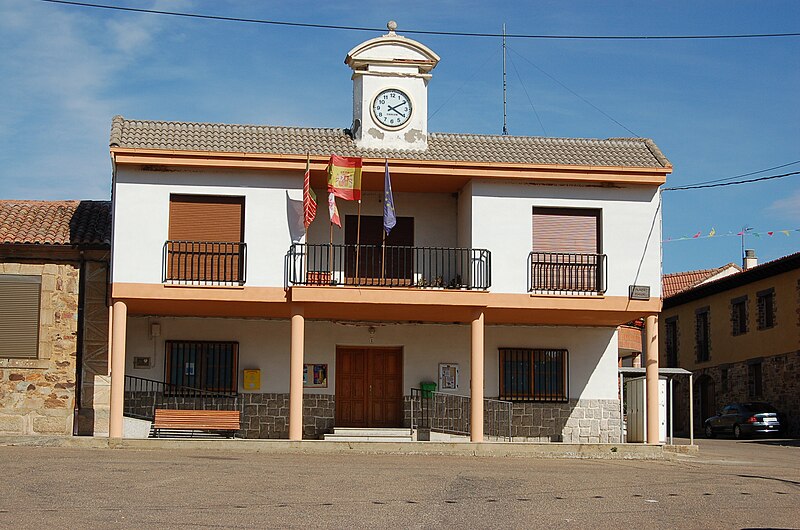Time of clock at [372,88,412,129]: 4:10
